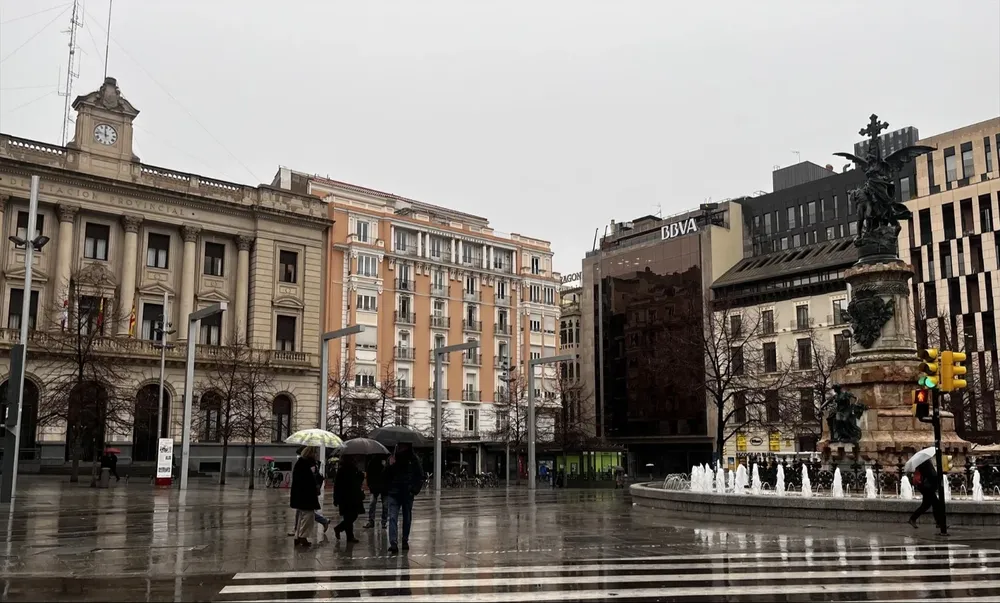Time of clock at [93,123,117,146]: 11:46
